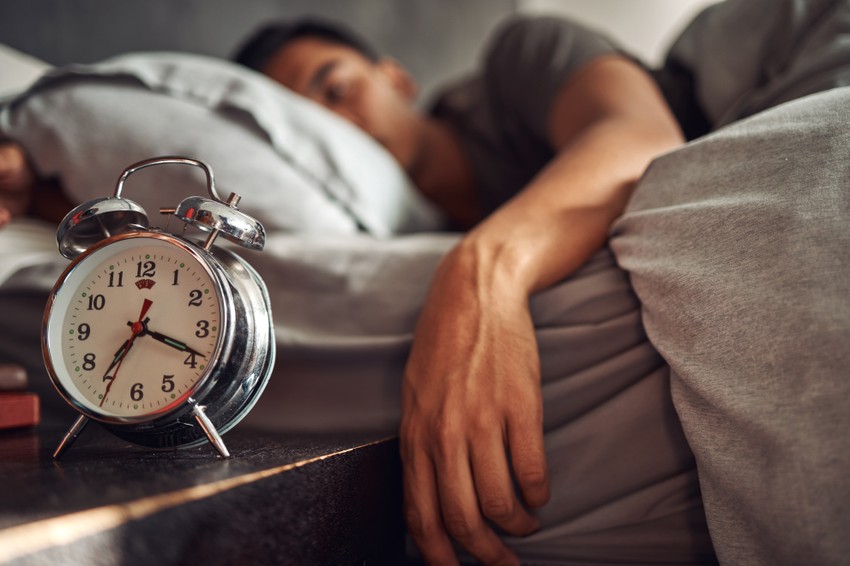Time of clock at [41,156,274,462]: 7:18
